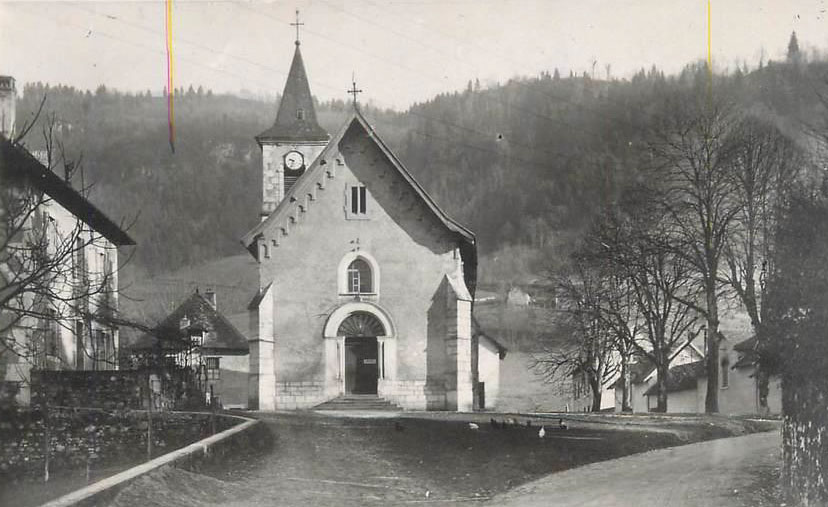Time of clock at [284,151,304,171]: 9:34
